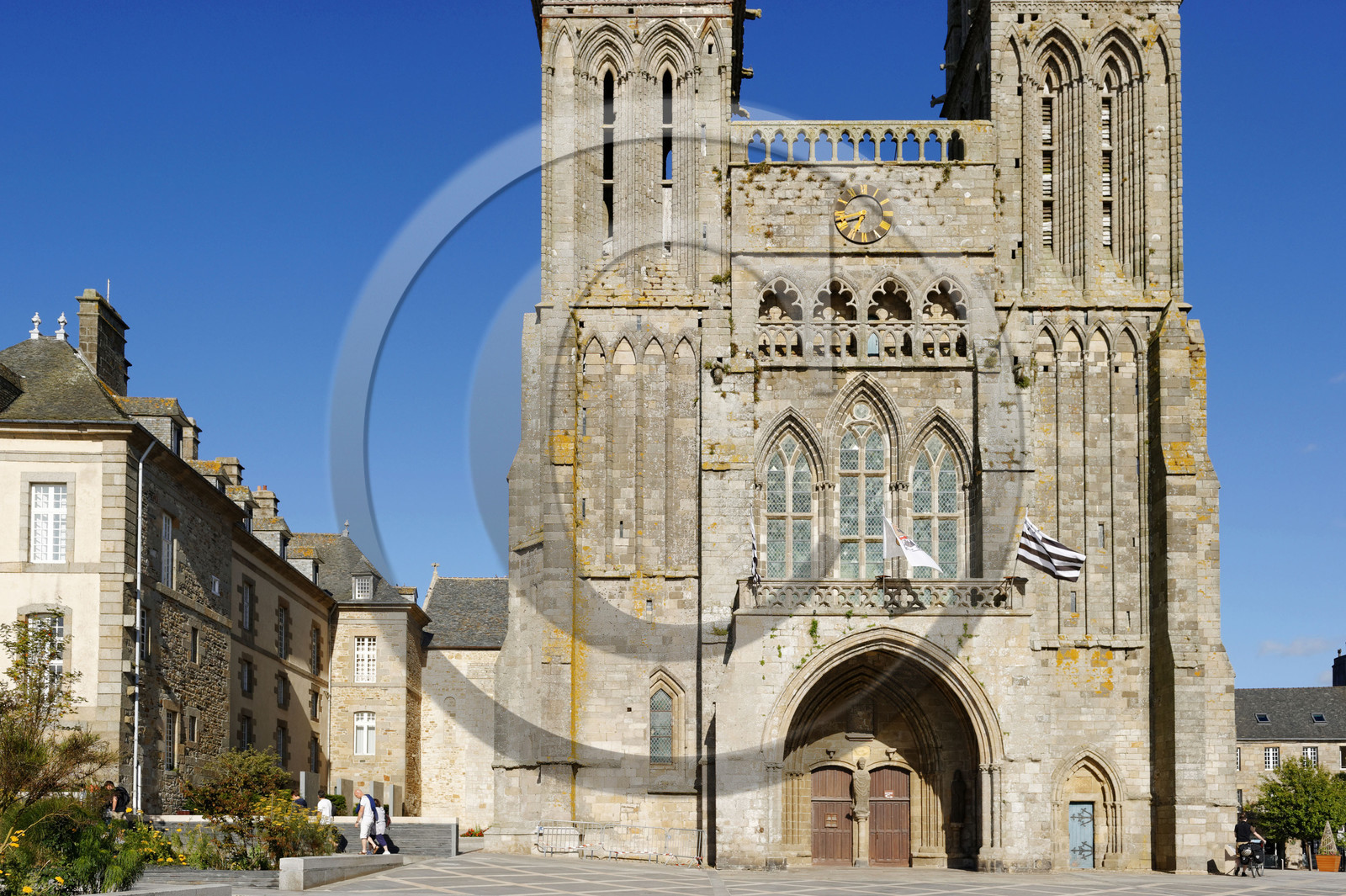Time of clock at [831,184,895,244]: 8:34
